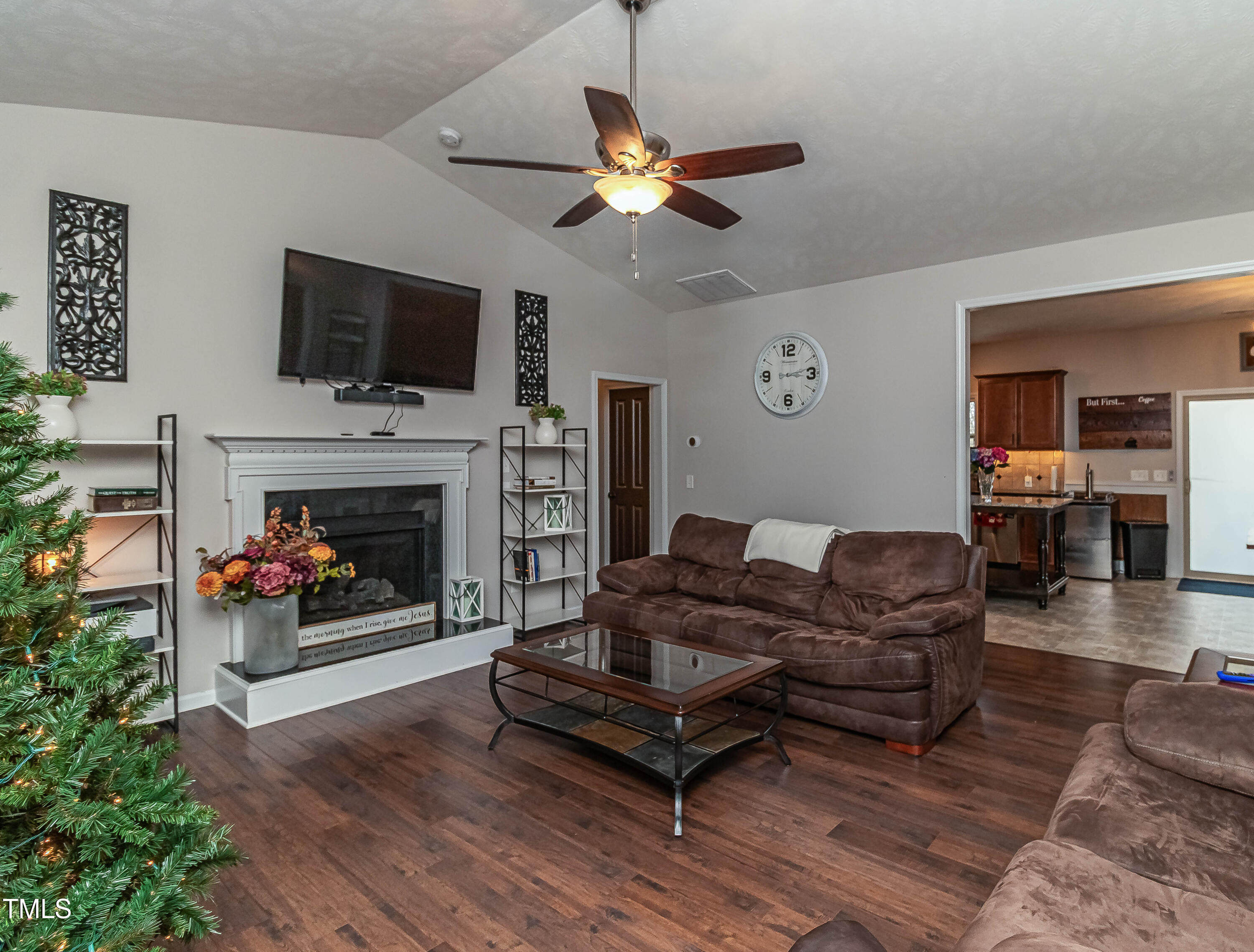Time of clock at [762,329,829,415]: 3:13
